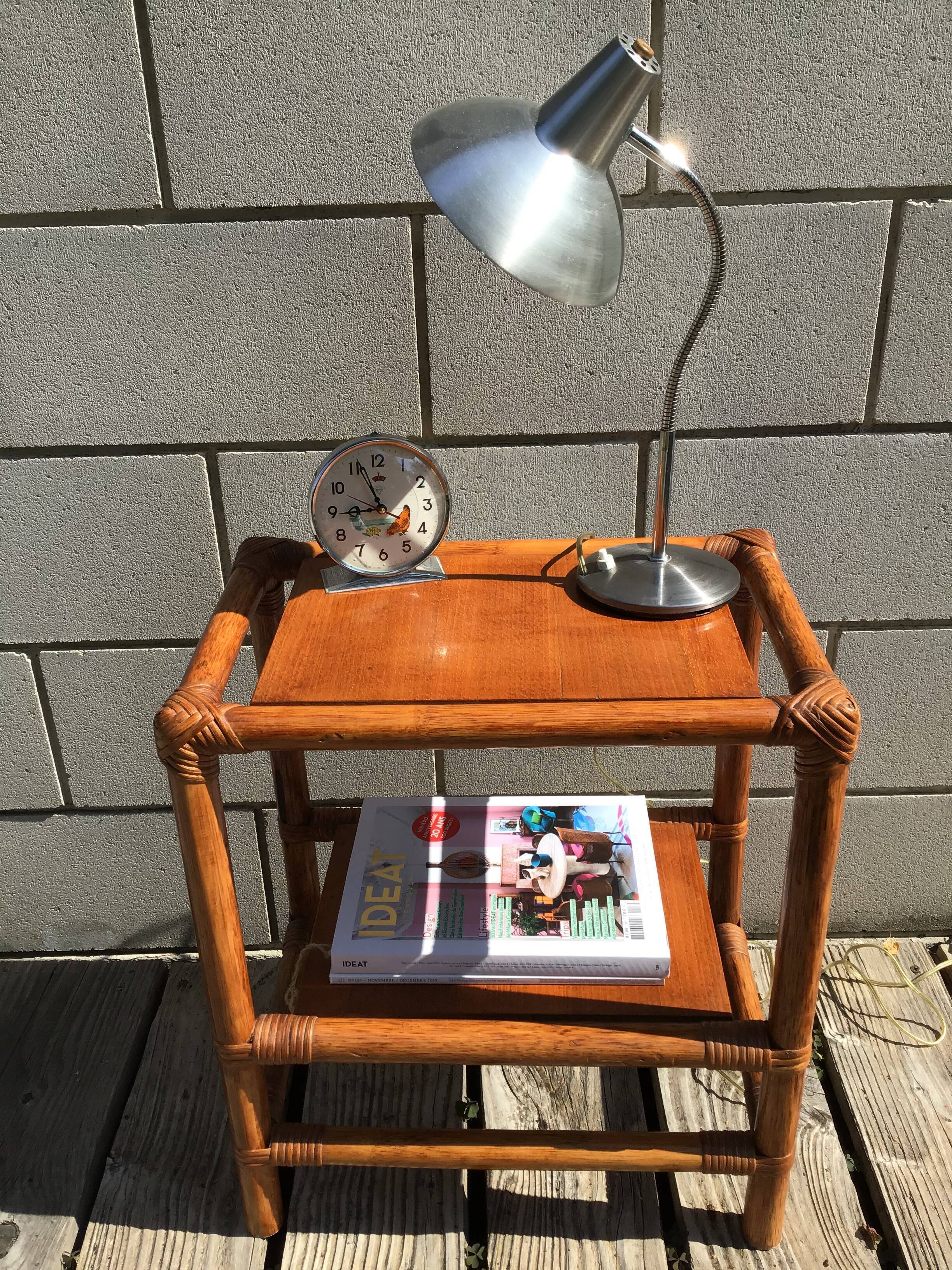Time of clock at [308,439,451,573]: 8:56
